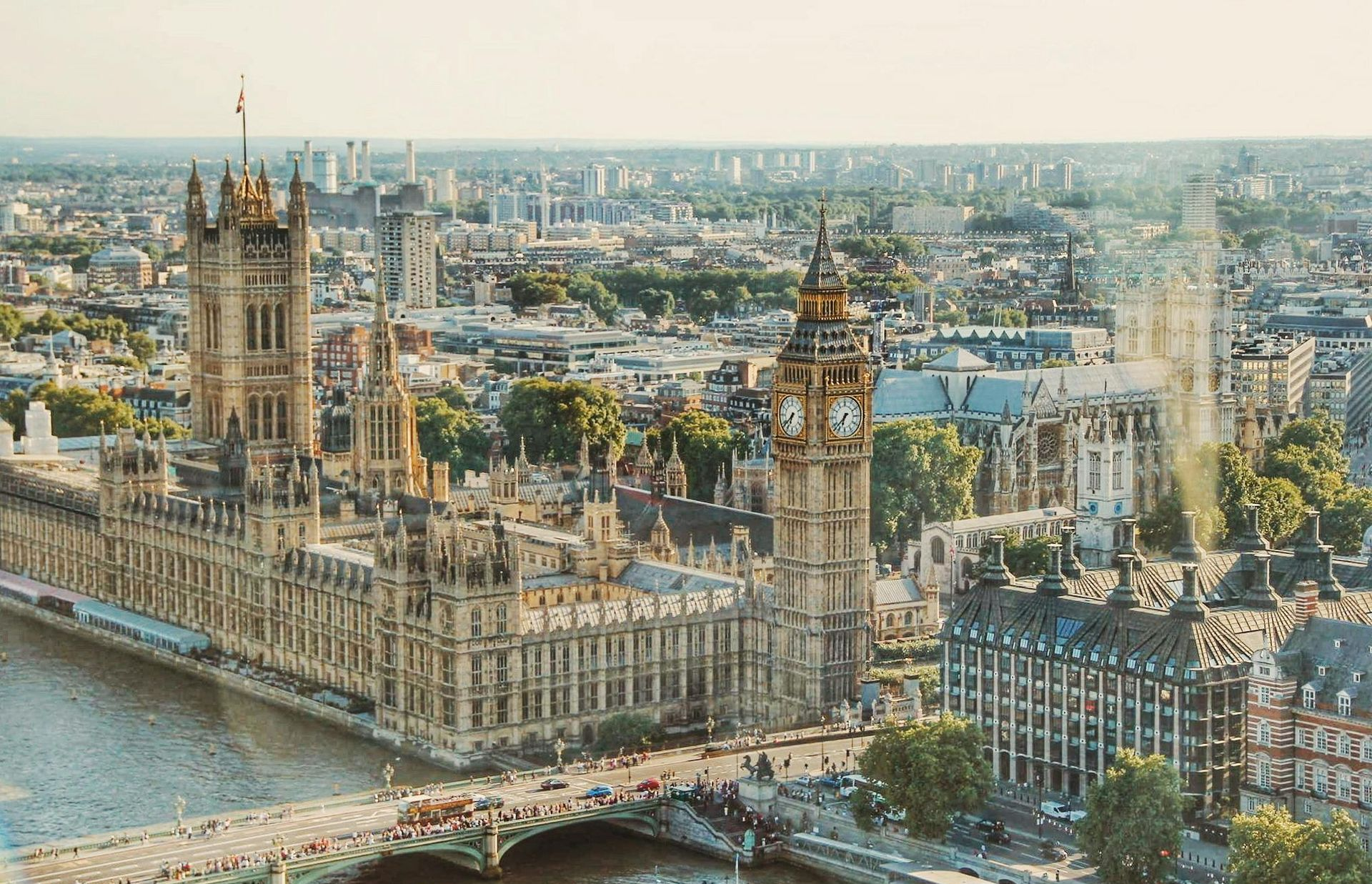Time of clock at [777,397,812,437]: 6:38
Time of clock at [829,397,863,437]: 6:37
